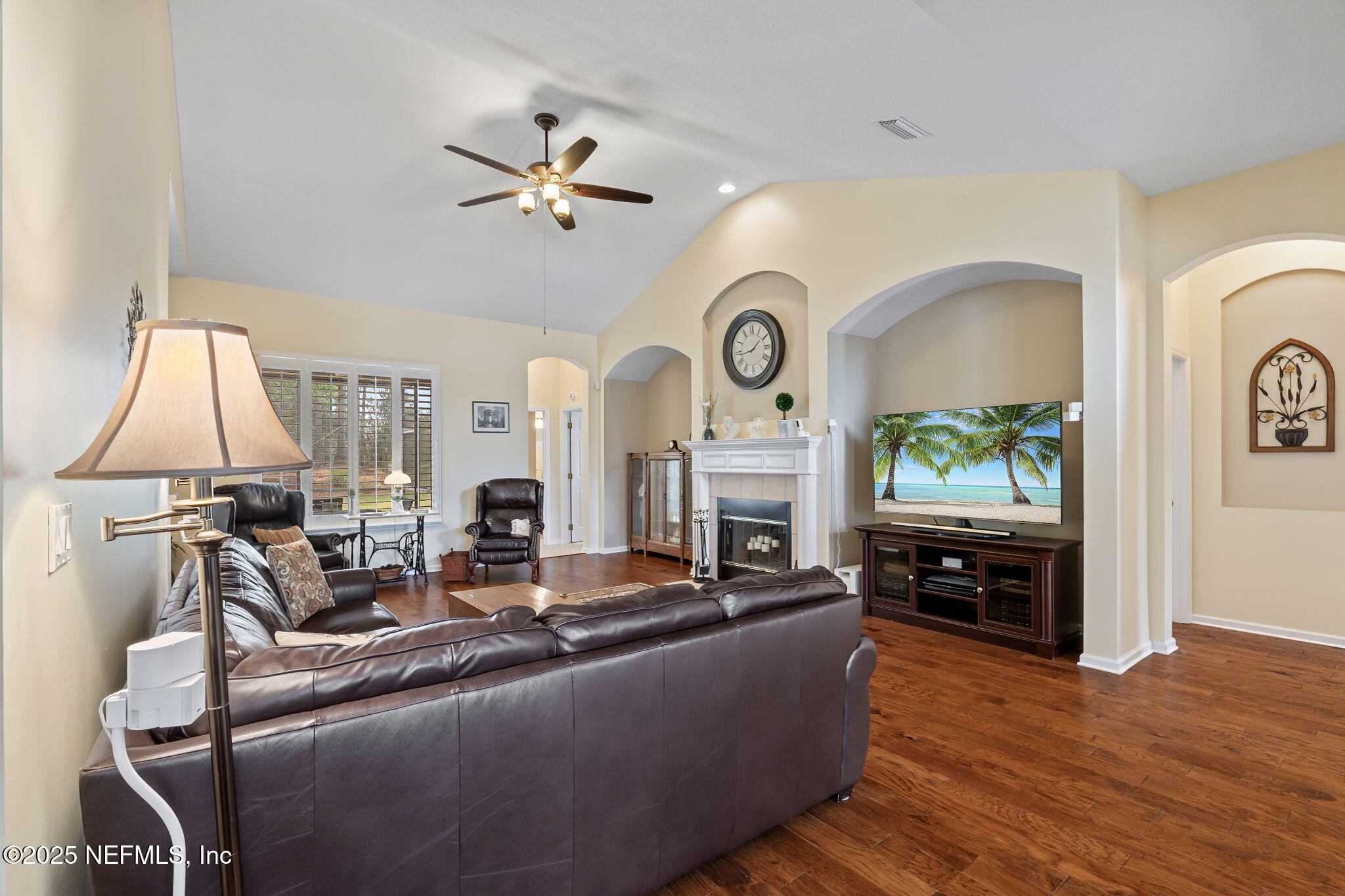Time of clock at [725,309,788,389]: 1:43
